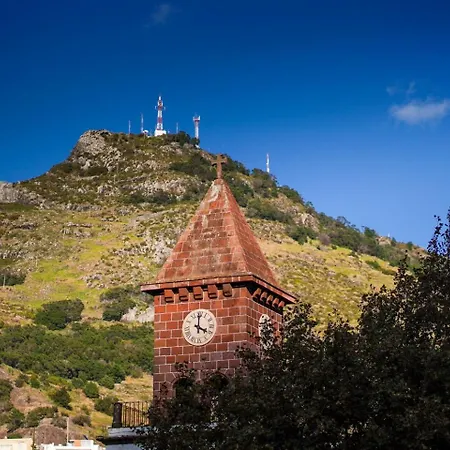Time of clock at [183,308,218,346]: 4:00
